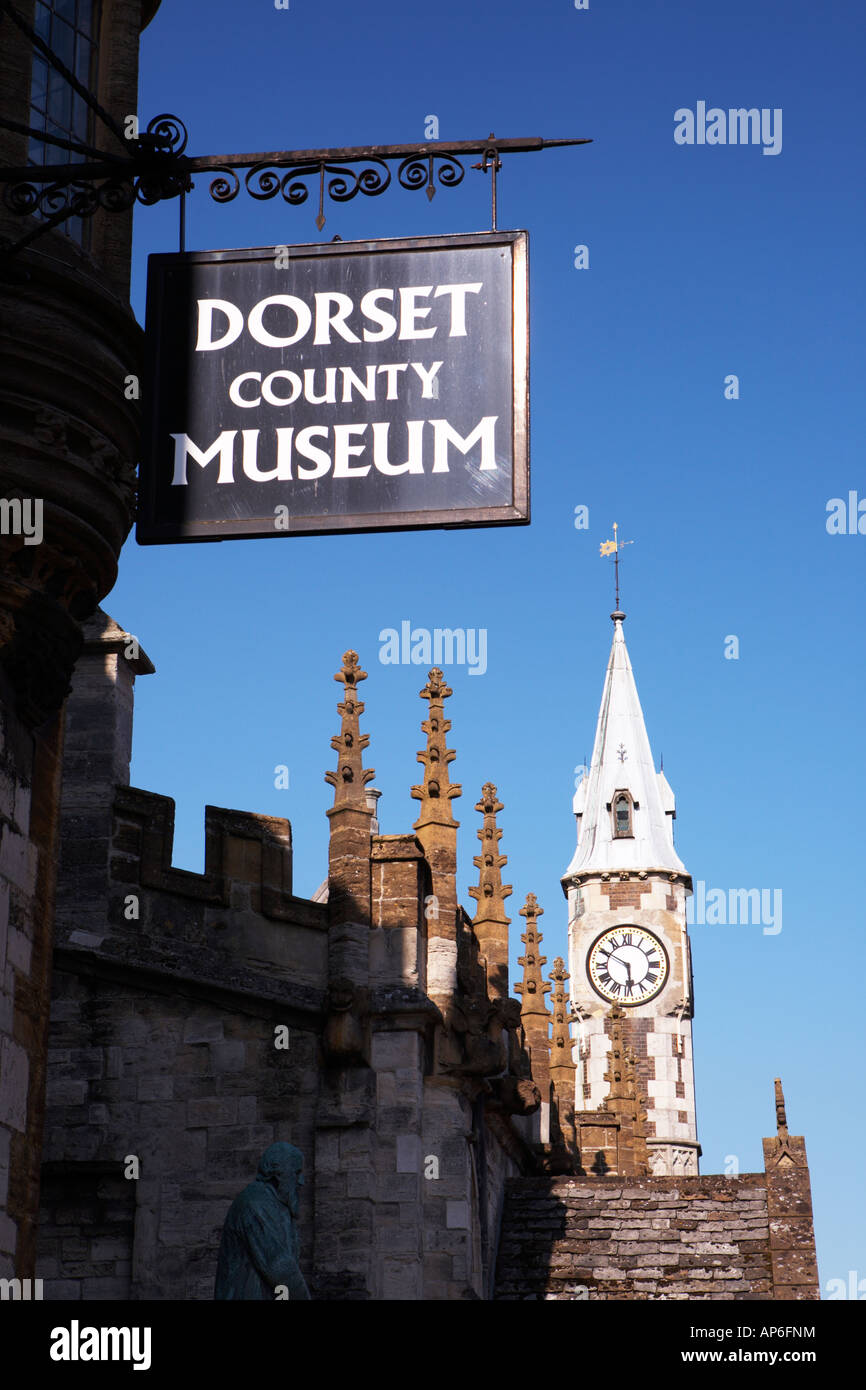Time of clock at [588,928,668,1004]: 5:50
